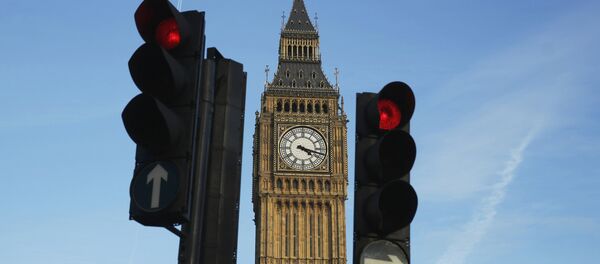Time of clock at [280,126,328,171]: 4:17
